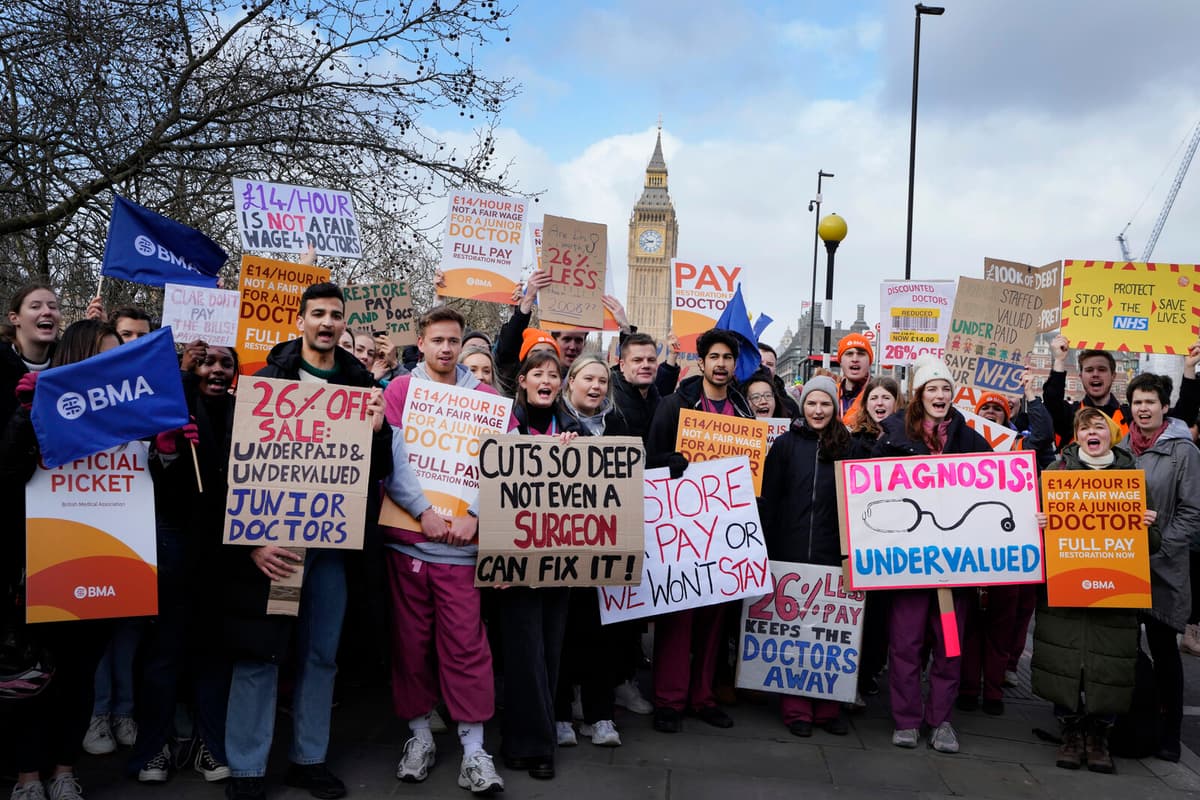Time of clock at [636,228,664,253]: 9:42
